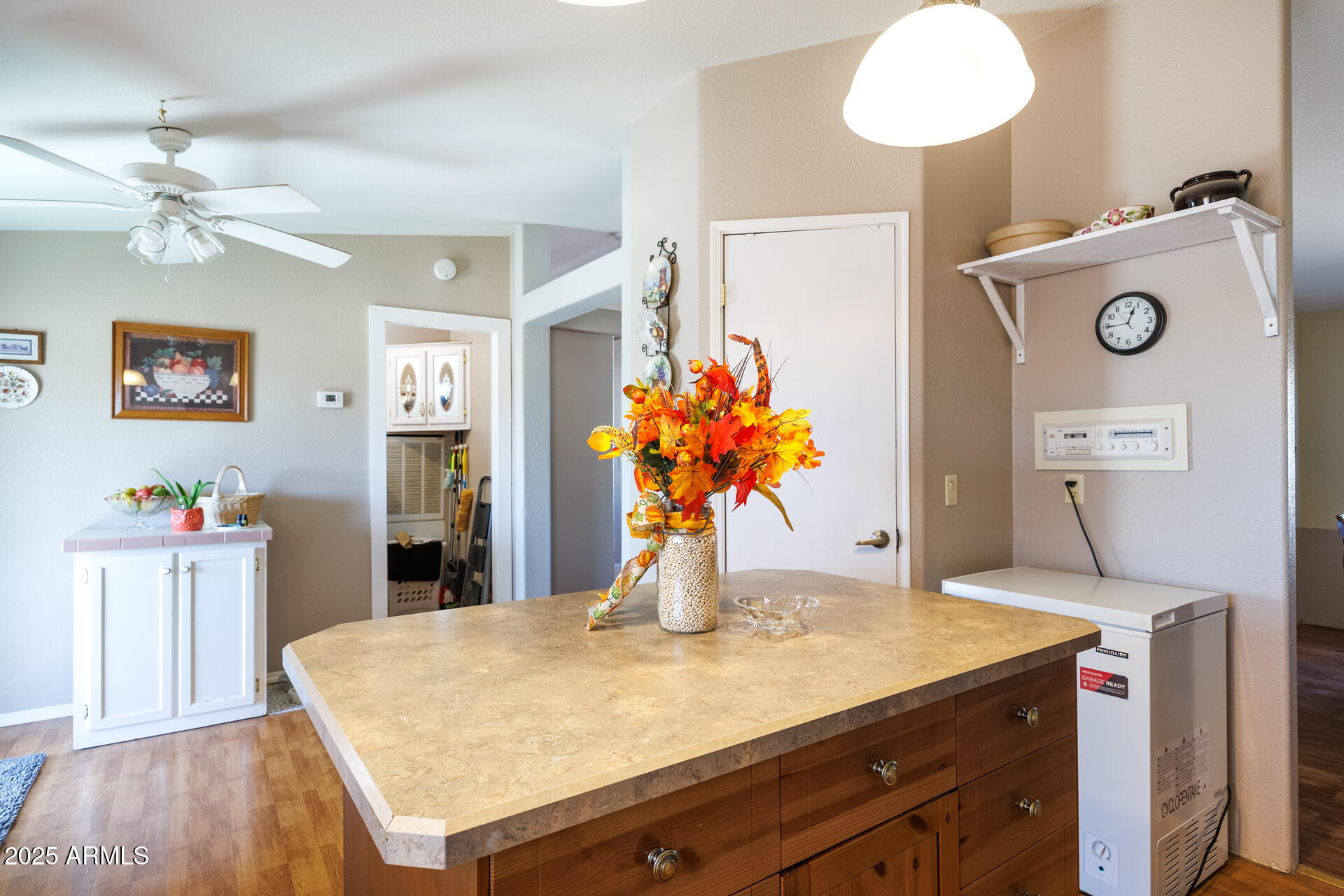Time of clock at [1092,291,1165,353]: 12:44
